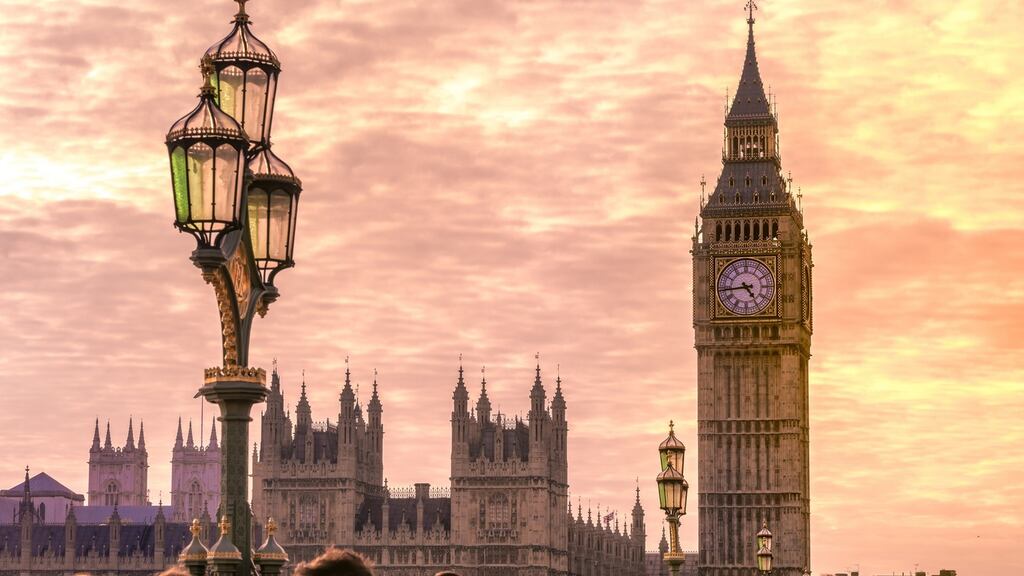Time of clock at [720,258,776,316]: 4:43
